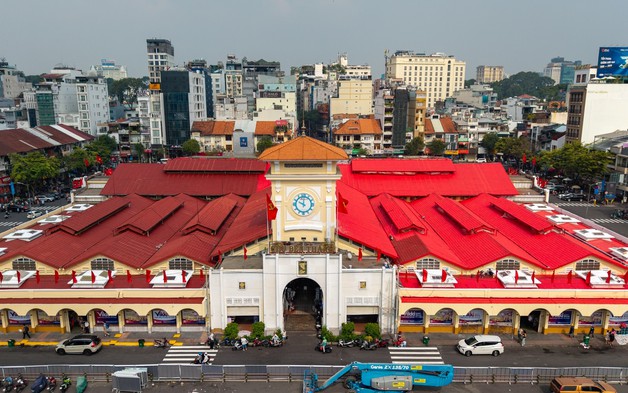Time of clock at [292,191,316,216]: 10:00
